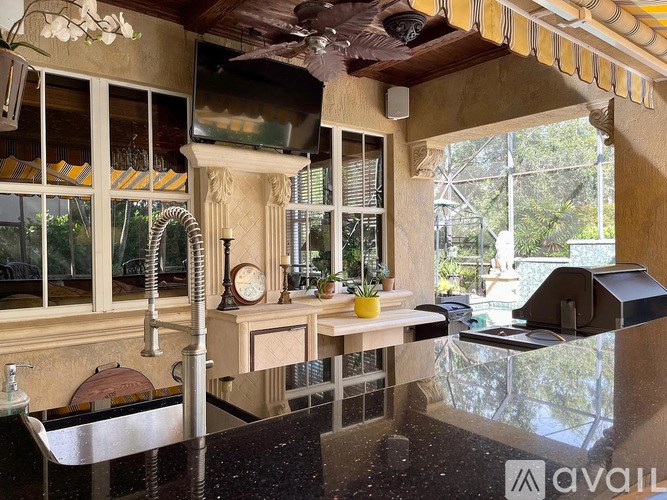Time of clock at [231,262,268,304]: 4:45
